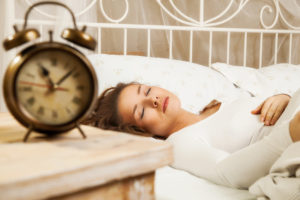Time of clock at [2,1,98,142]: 11:07
